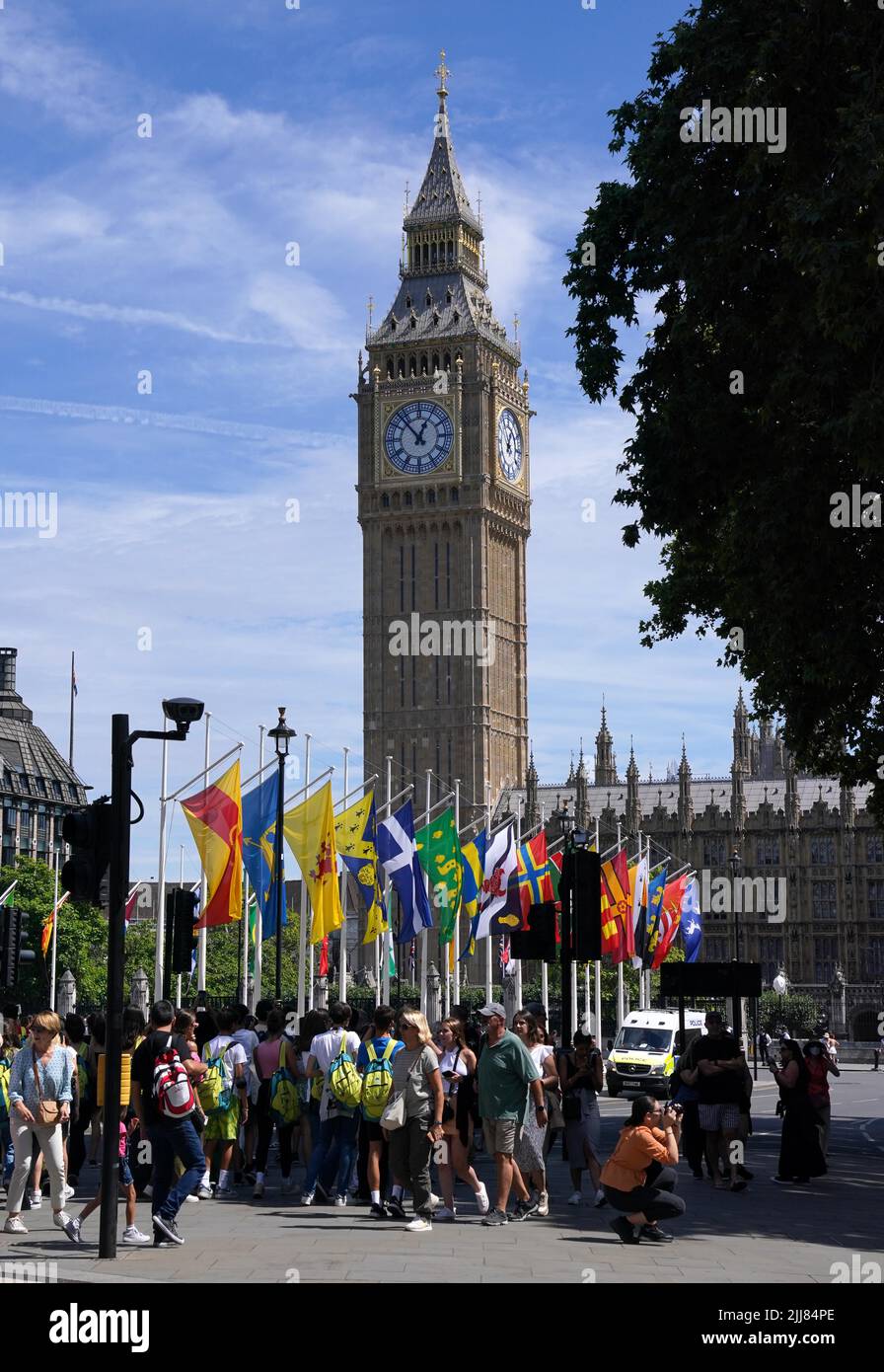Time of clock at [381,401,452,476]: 12:53
